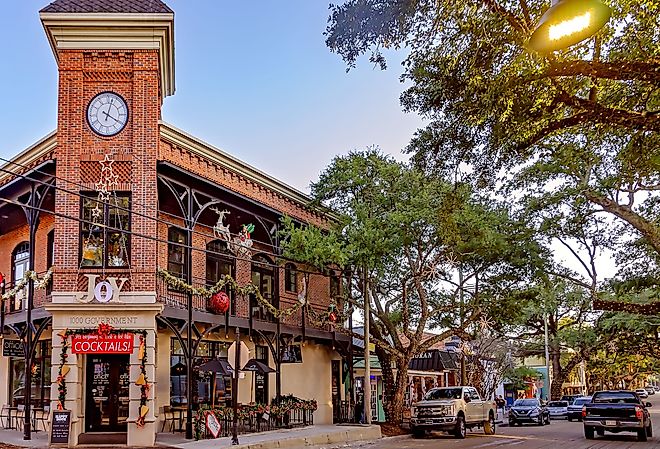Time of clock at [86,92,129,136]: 4:02
